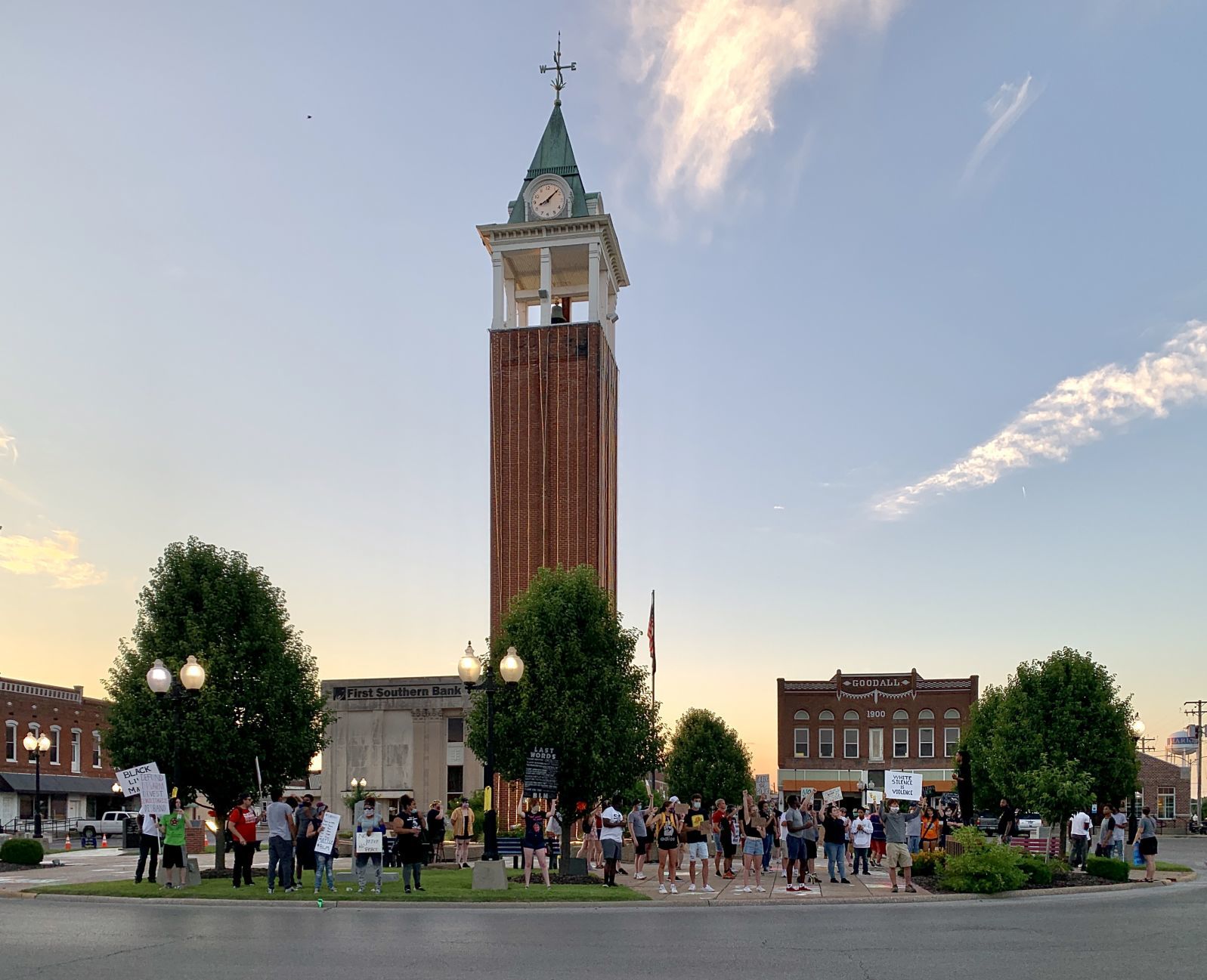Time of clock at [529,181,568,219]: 8:07
